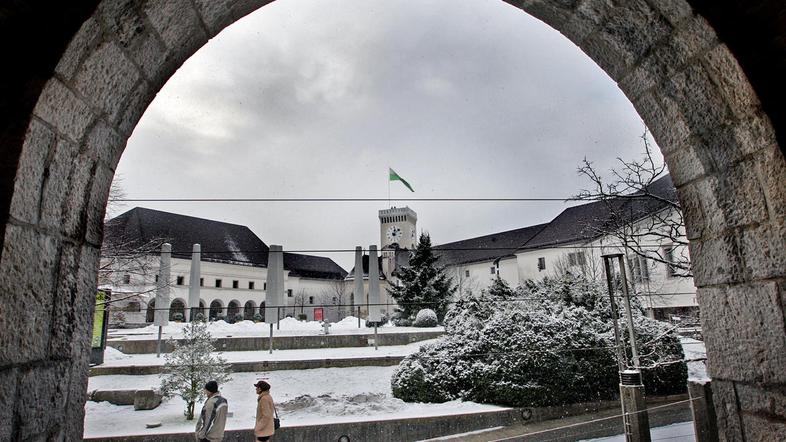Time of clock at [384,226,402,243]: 12:07
